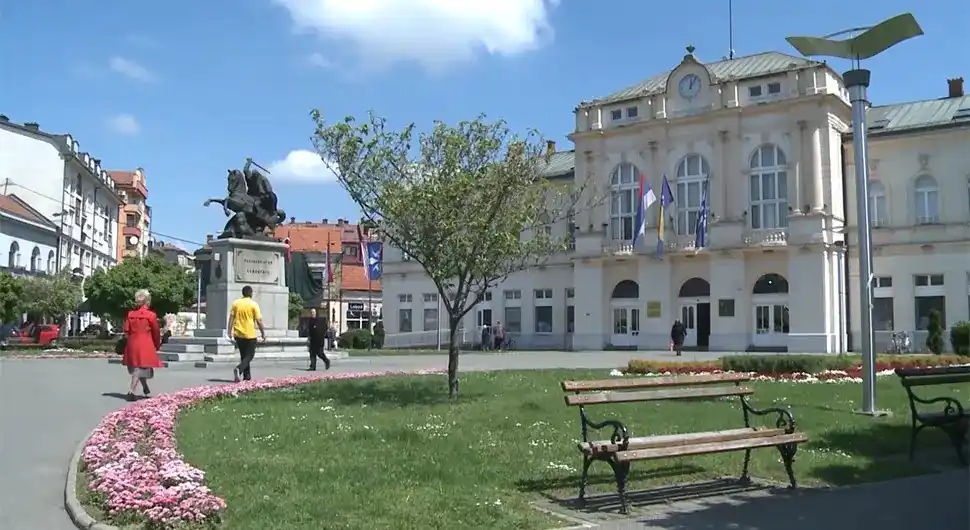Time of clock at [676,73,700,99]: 12:05
